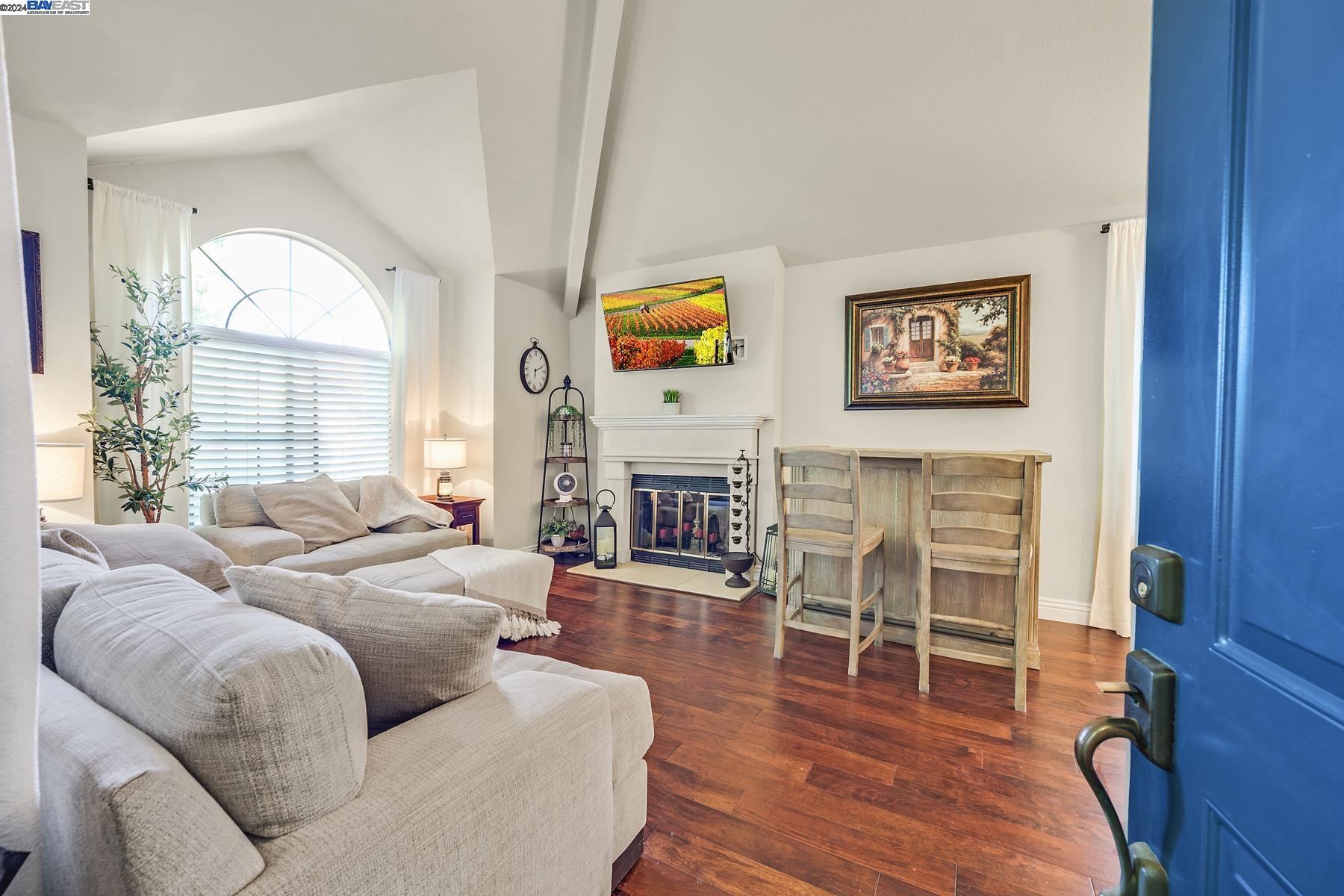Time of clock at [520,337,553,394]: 6:11
